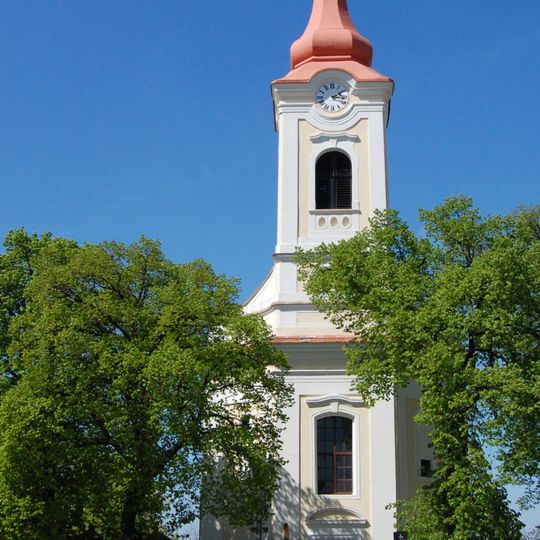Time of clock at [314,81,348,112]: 3:09
